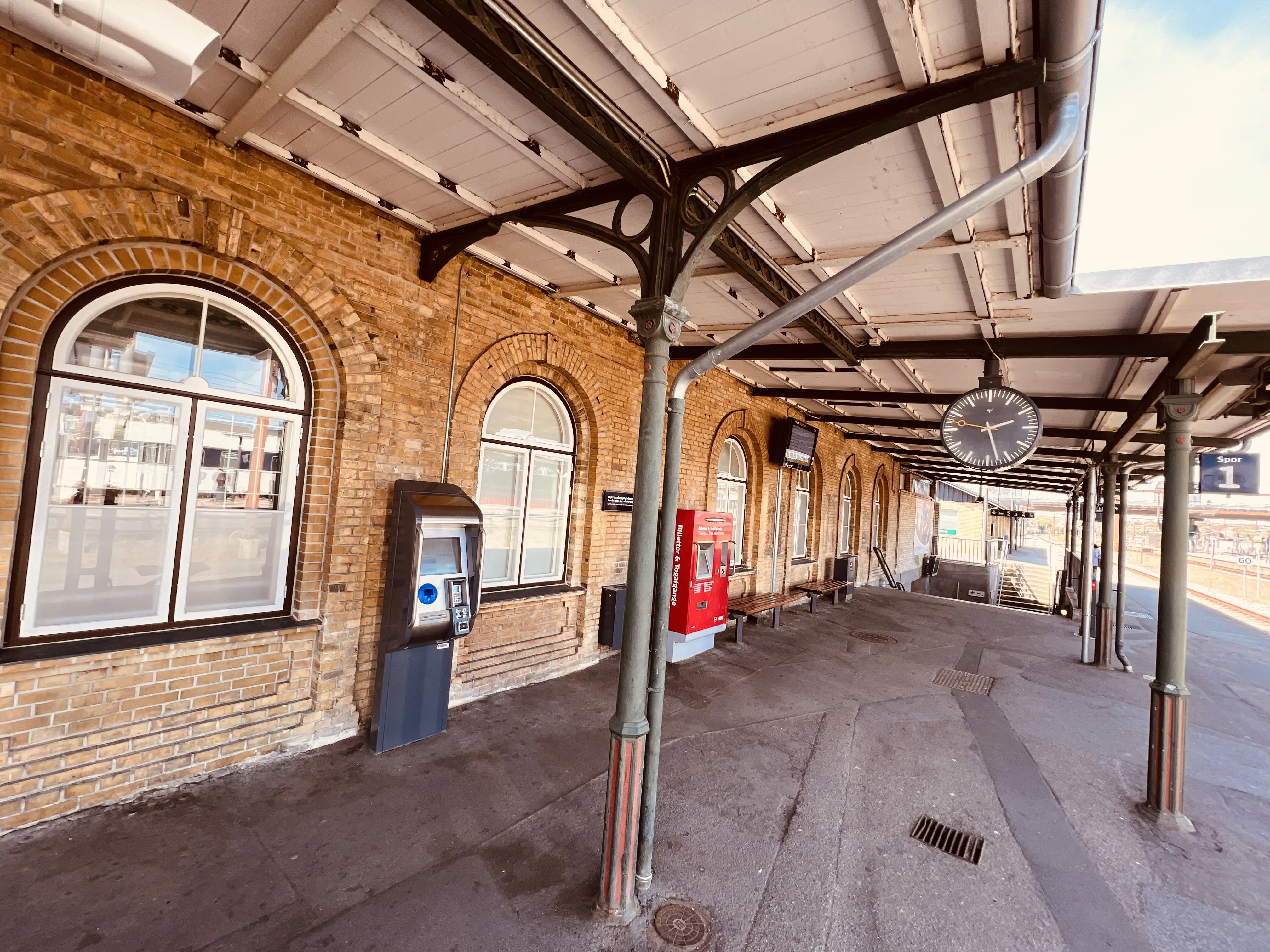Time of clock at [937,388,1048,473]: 2:27
